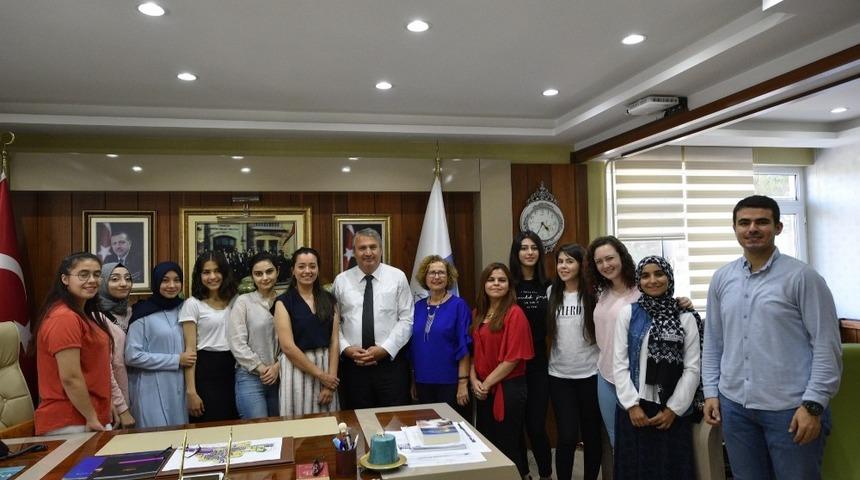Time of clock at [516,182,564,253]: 4:35
